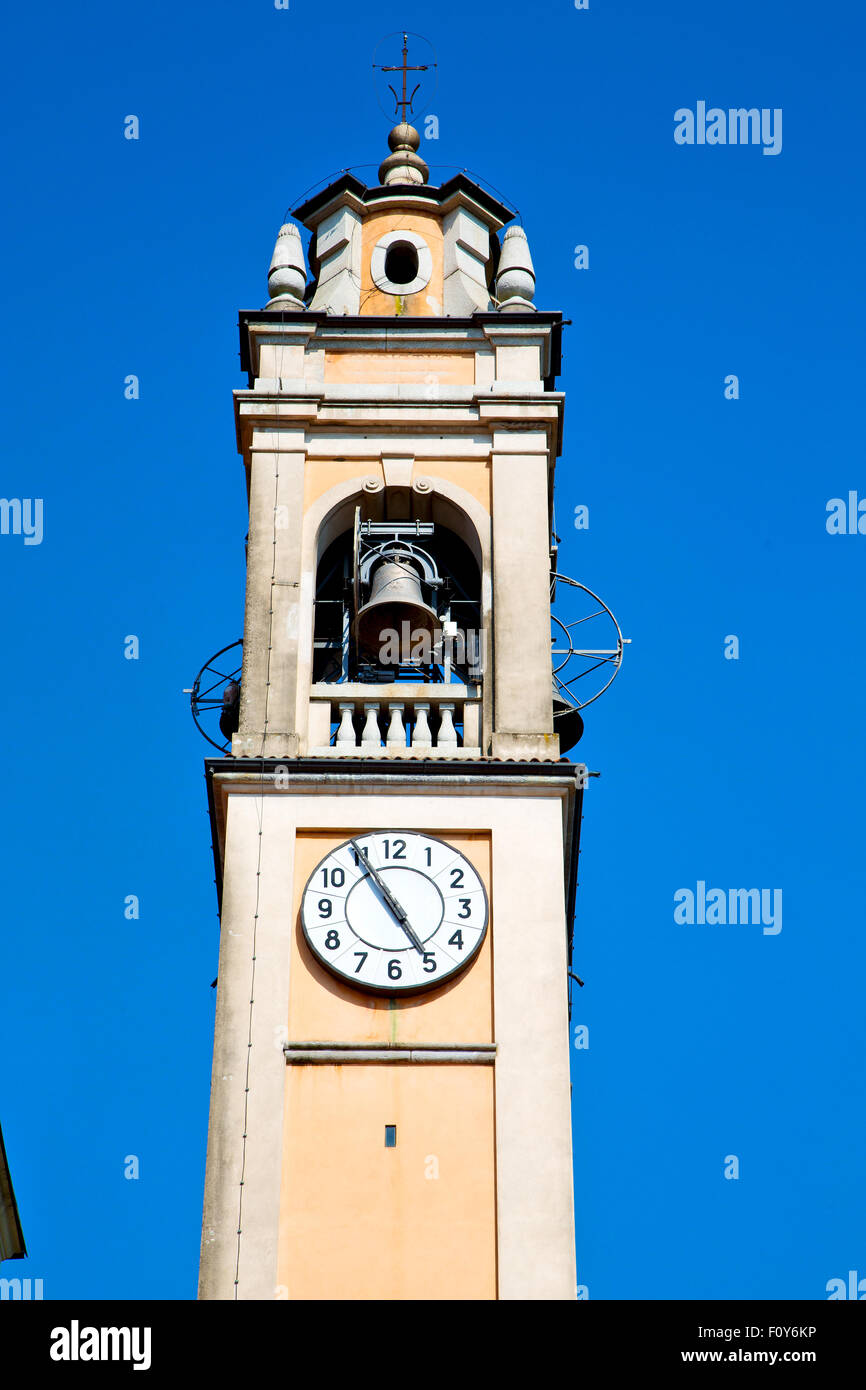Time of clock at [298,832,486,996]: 4:54
